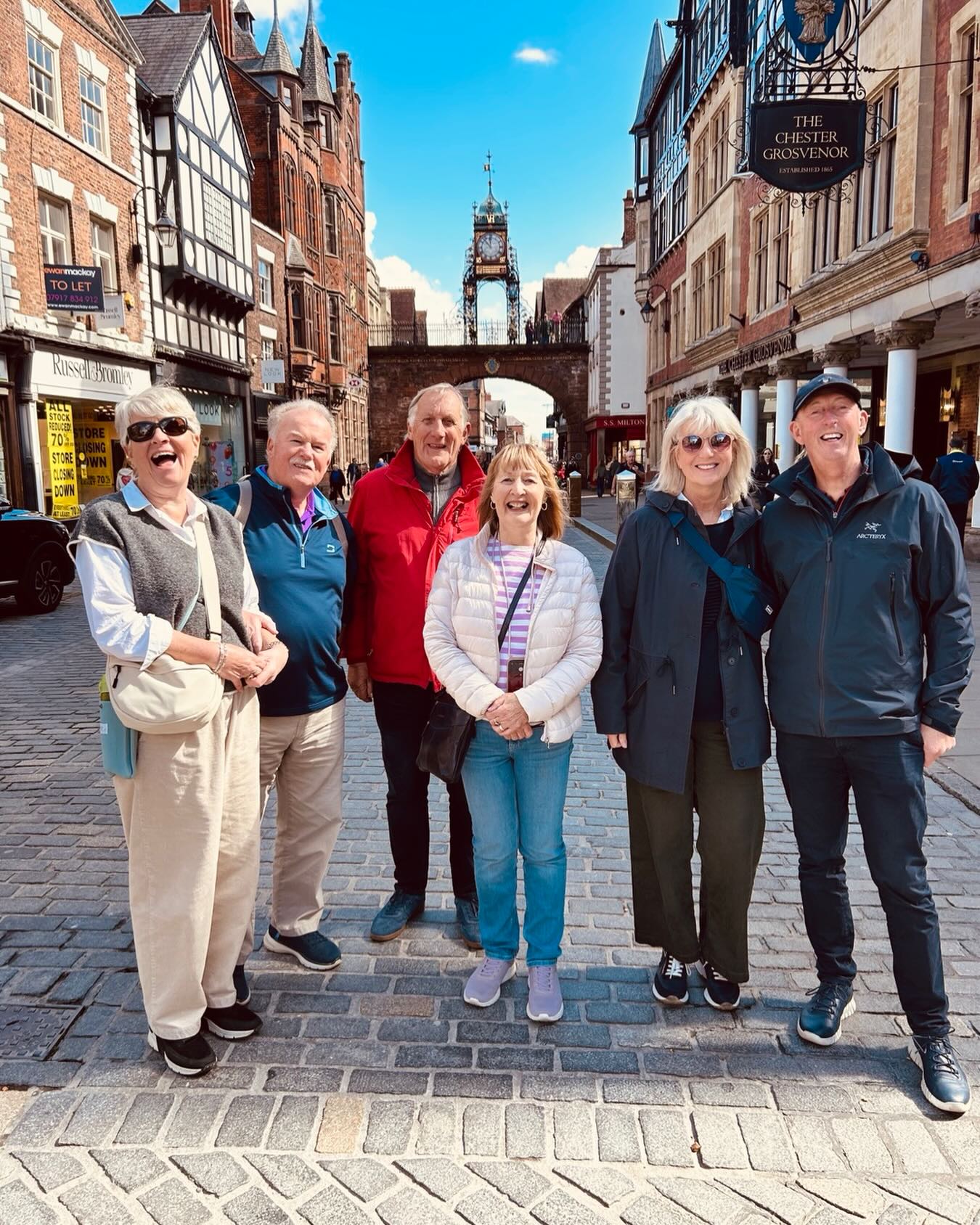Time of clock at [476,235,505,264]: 11:52
